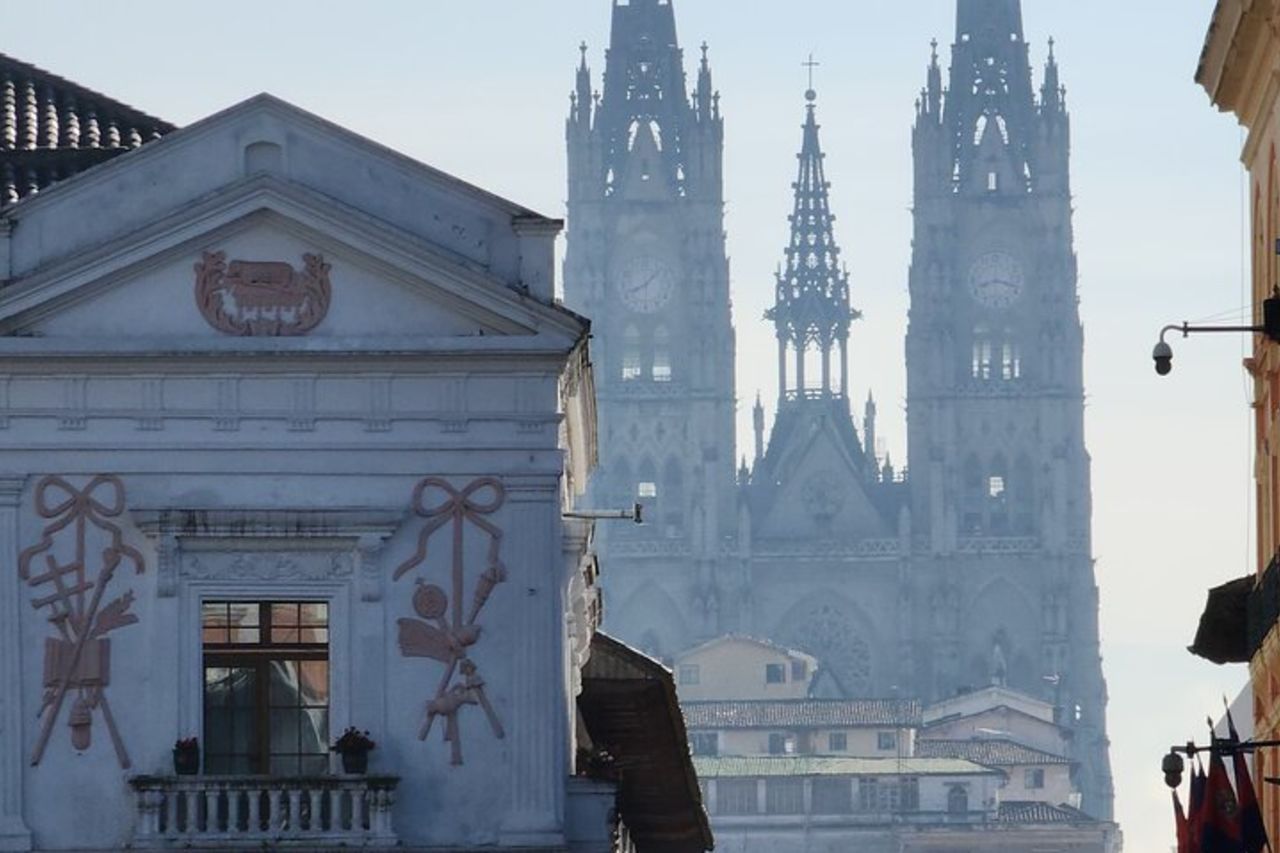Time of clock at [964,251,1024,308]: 8:17
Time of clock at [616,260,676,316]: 8:07
